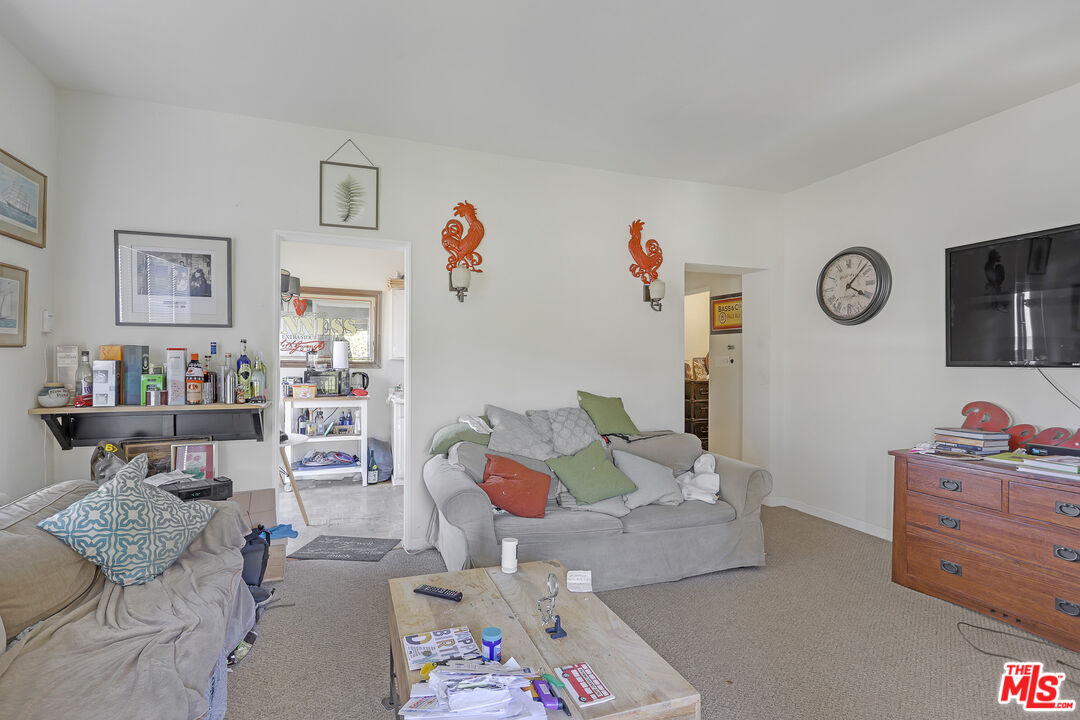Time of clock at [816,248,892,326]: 4:07
